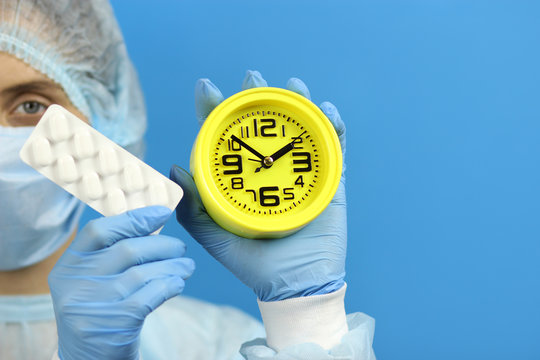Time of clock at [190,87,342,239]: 1:51
